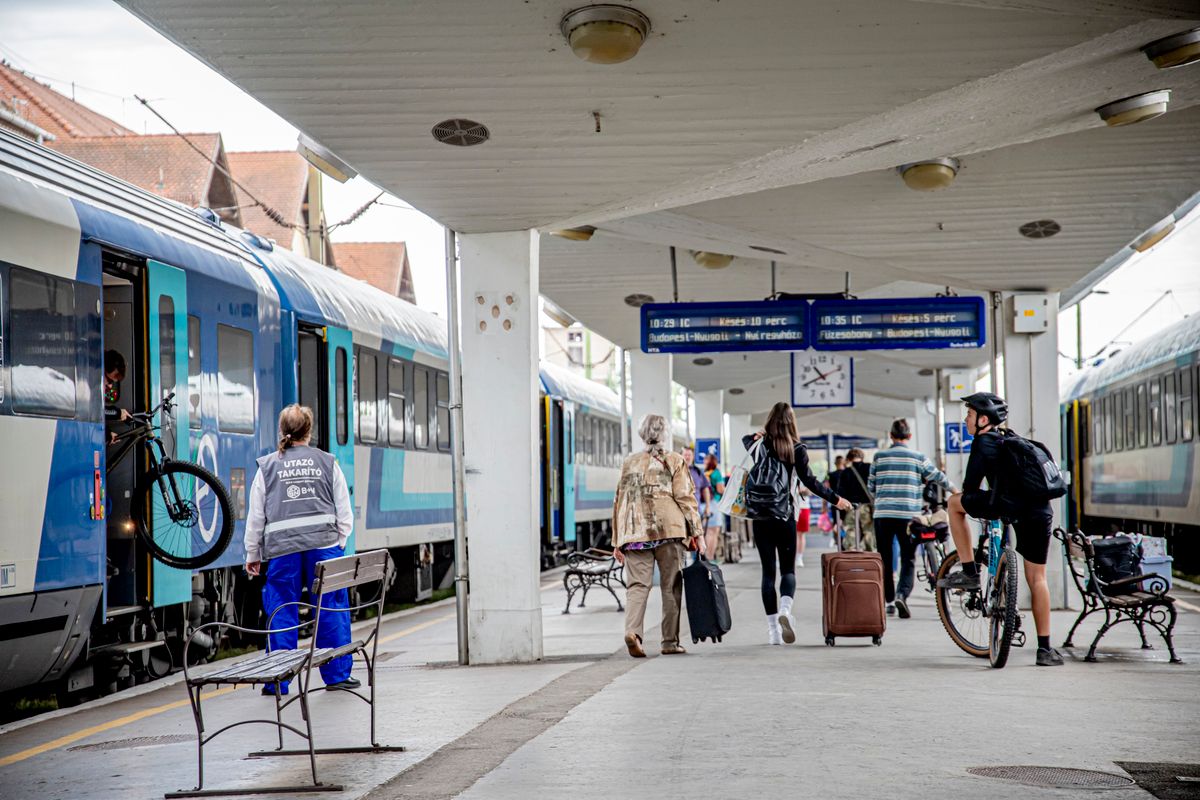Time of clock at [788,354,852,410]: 10:40
